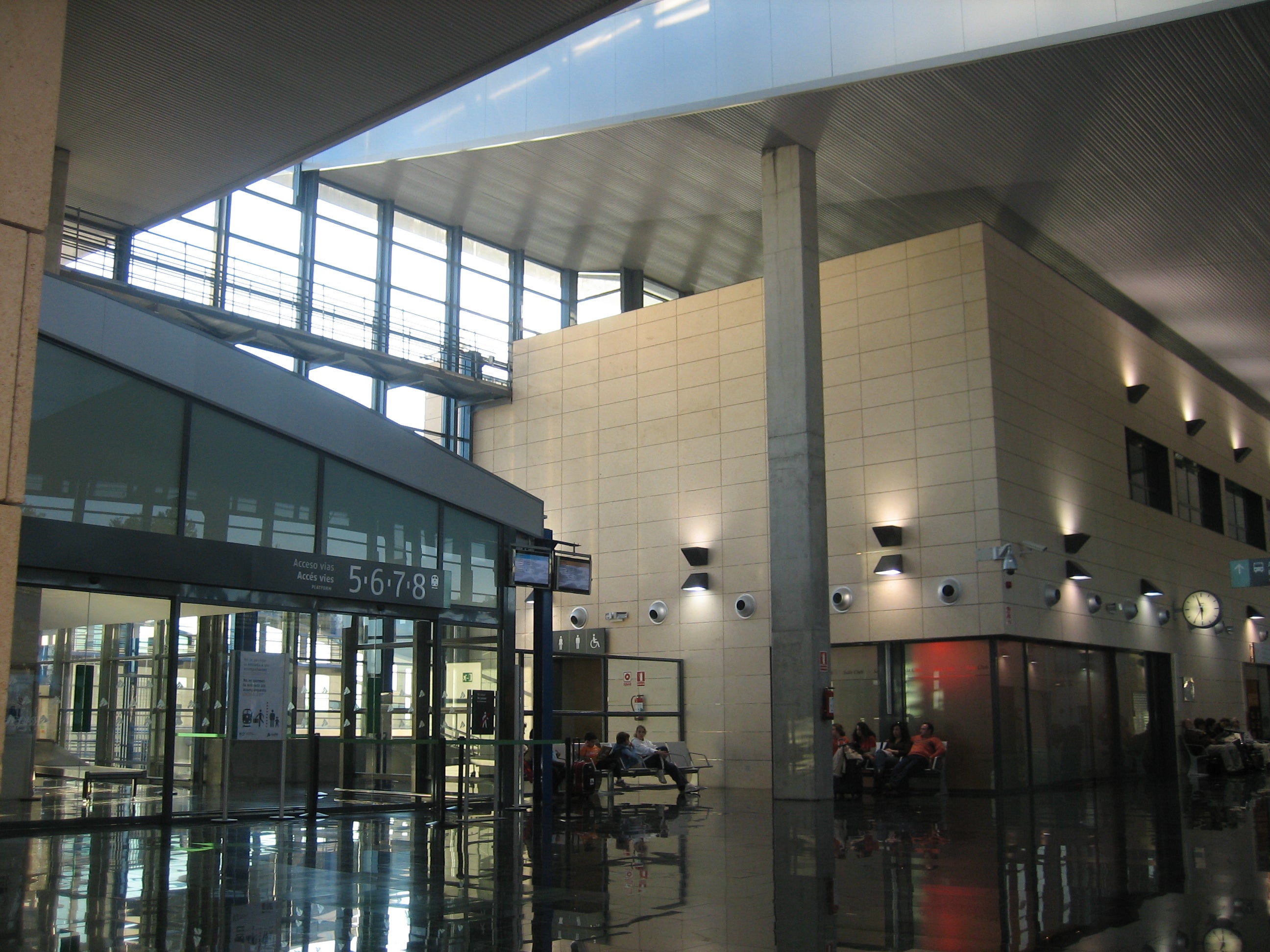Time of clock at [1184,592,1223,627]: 5:56
